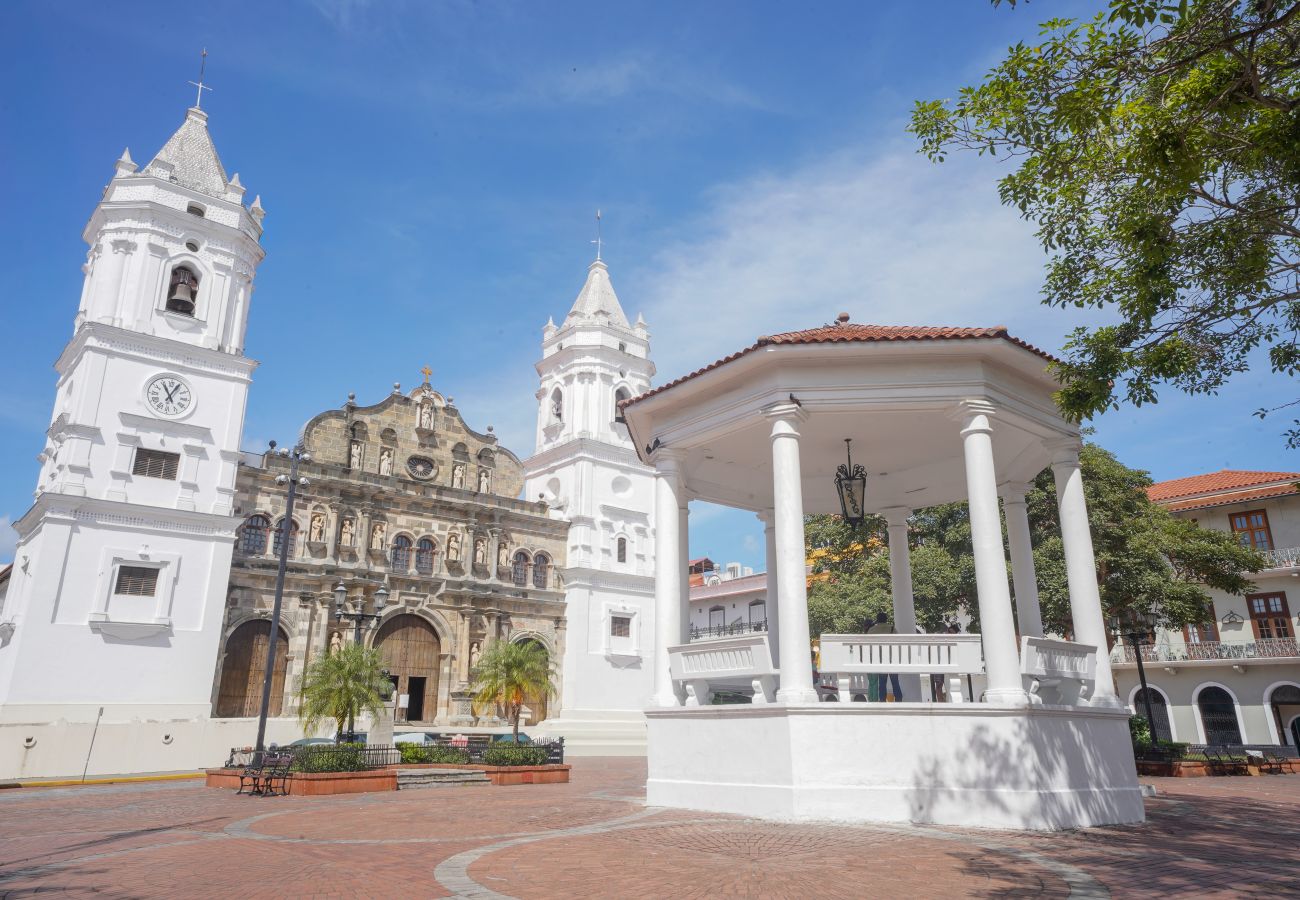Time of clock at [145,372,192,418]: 11:04
